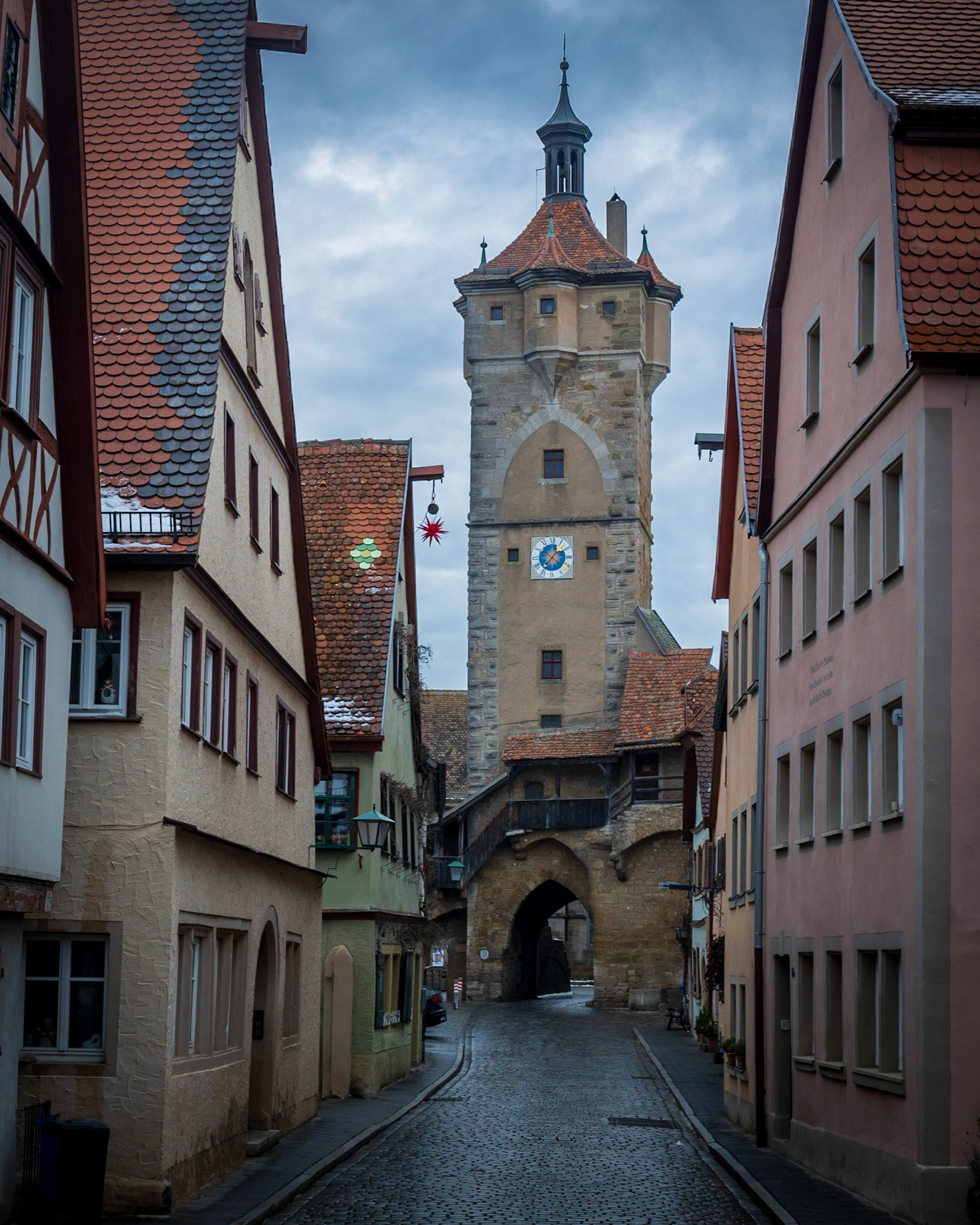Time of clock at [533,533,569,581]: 1:36
